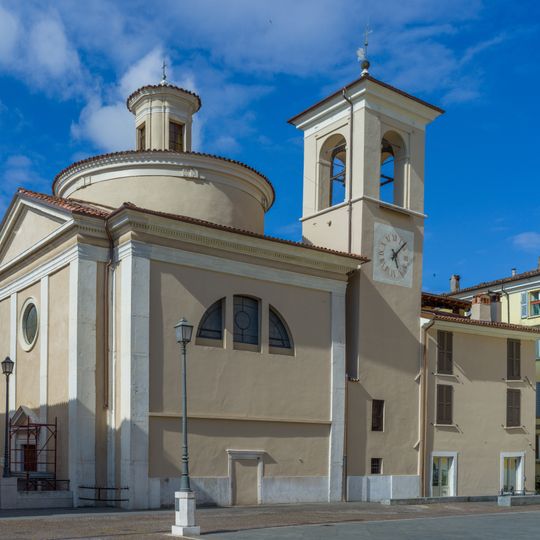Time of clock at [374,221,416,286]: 5:07
